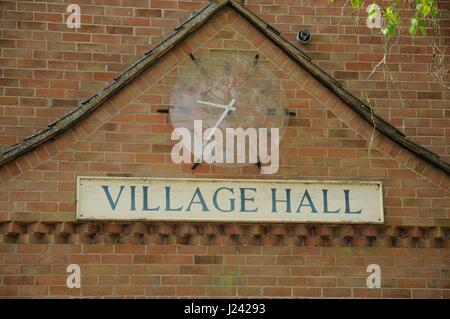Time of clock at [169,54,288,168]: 9:36
